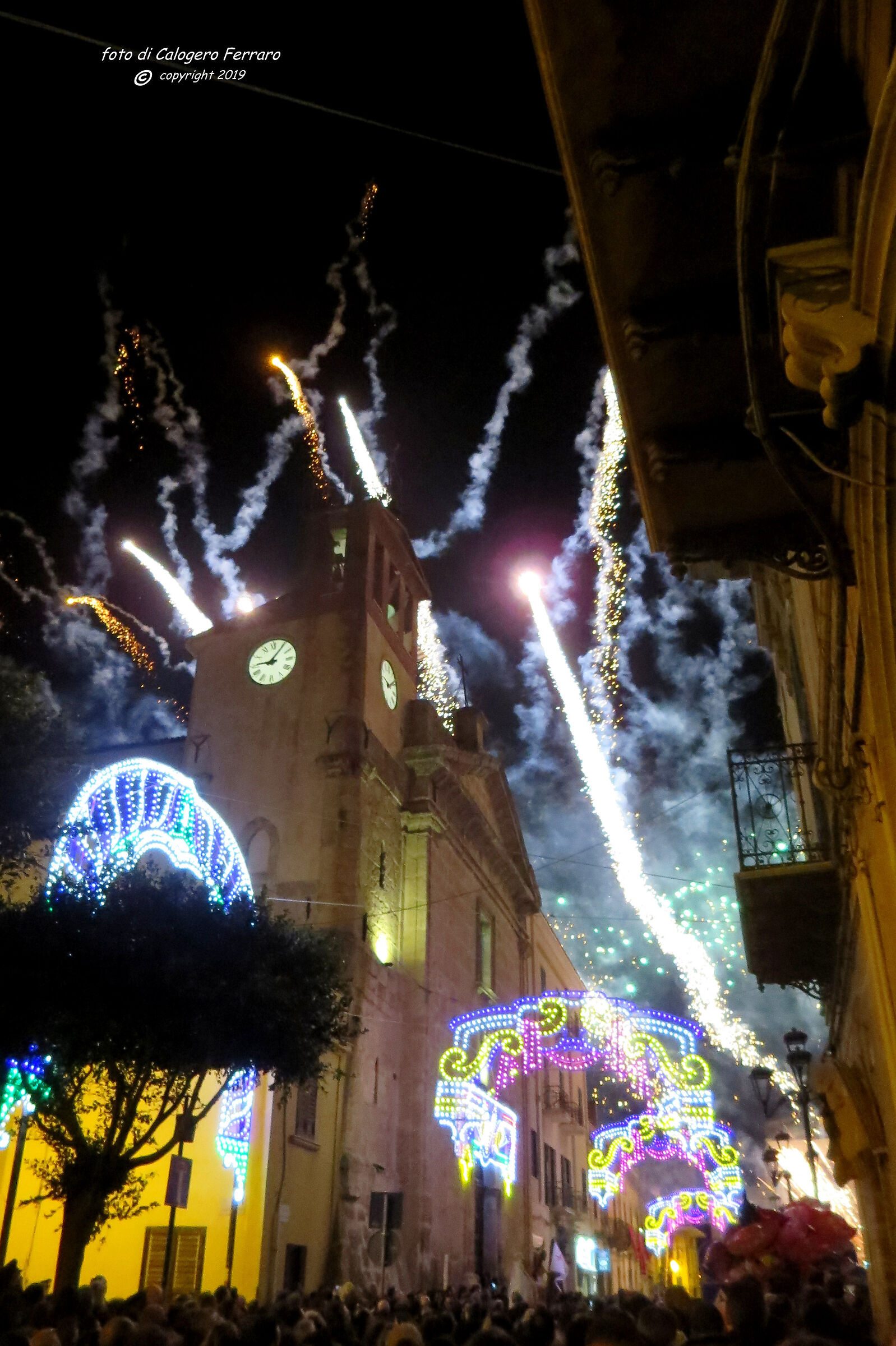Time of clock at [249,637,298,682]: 9:05
